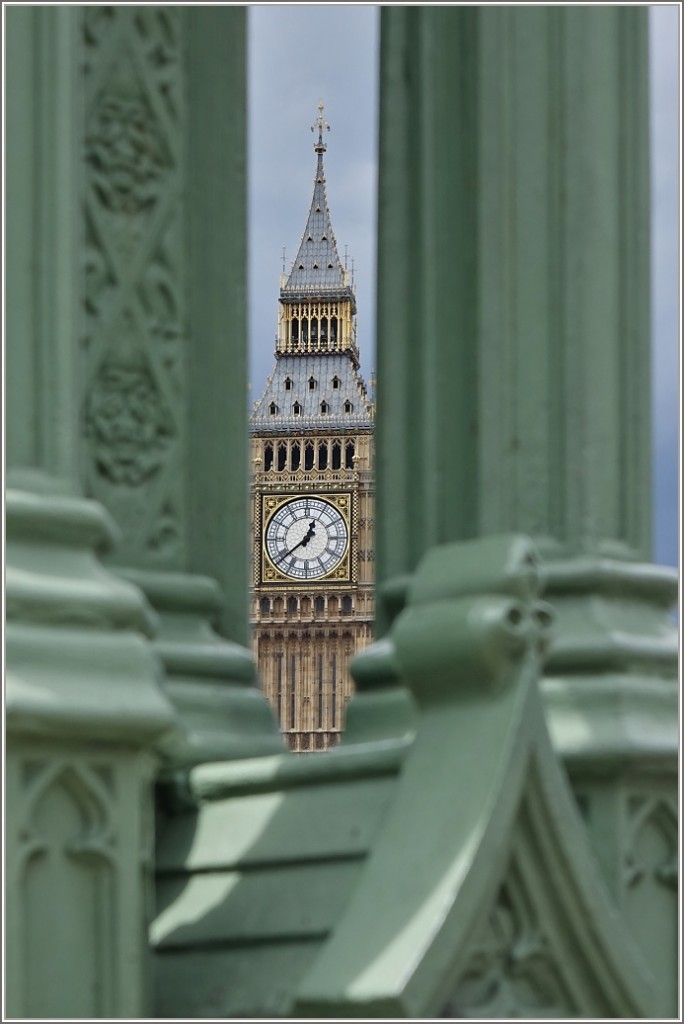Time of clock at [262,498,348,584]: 12:38
